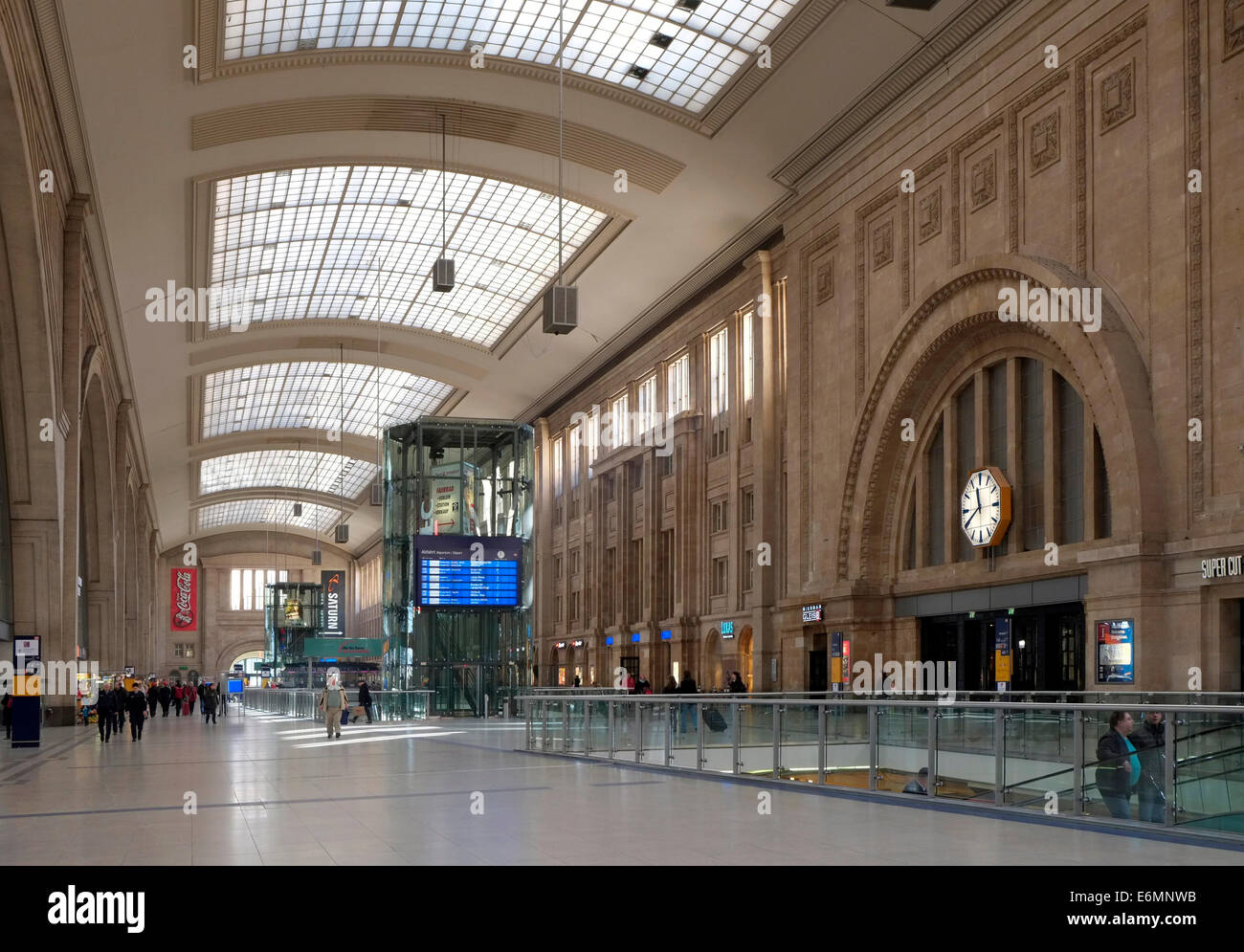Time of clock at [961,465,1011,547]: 11:40
